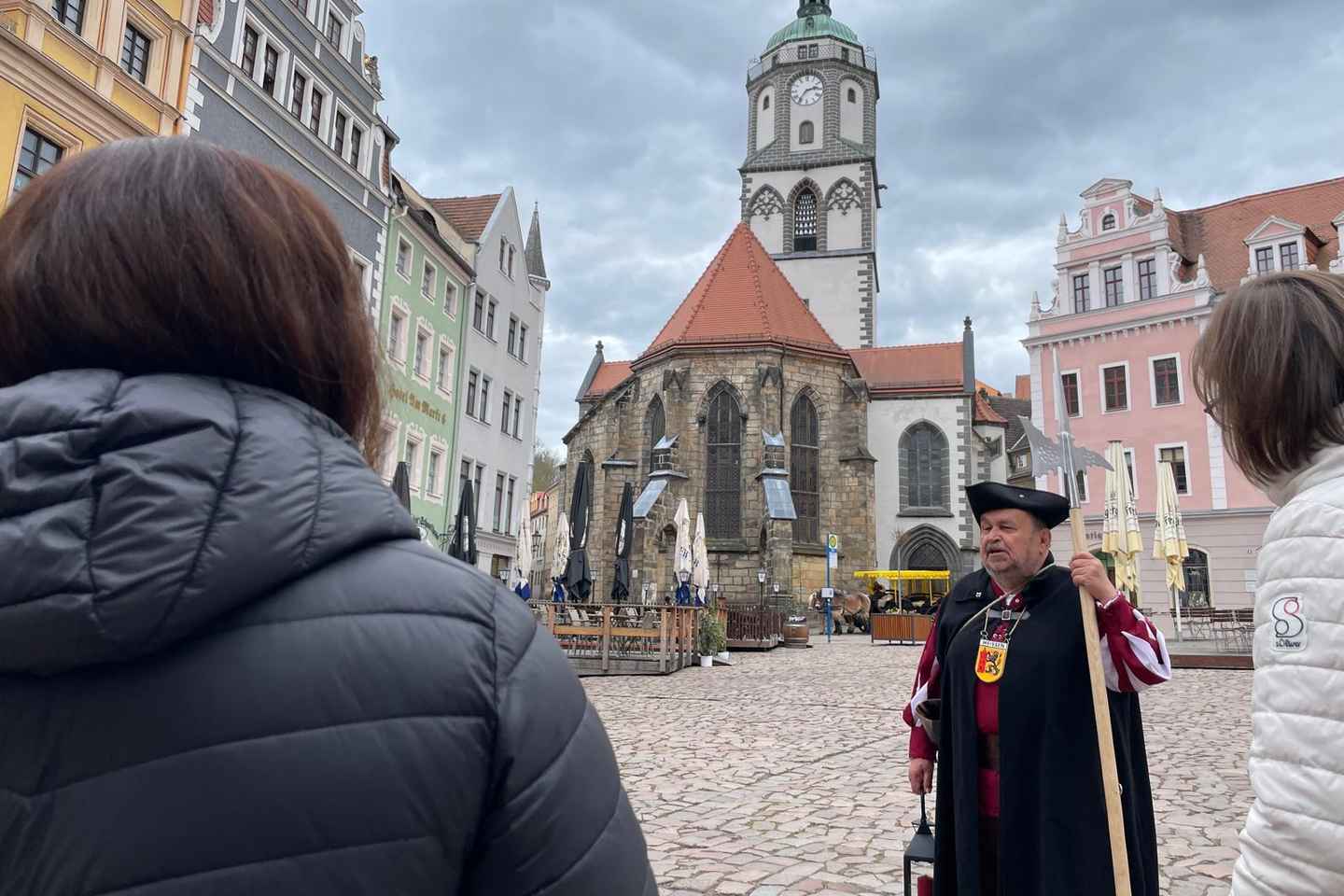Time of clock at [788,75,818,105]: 2:36
